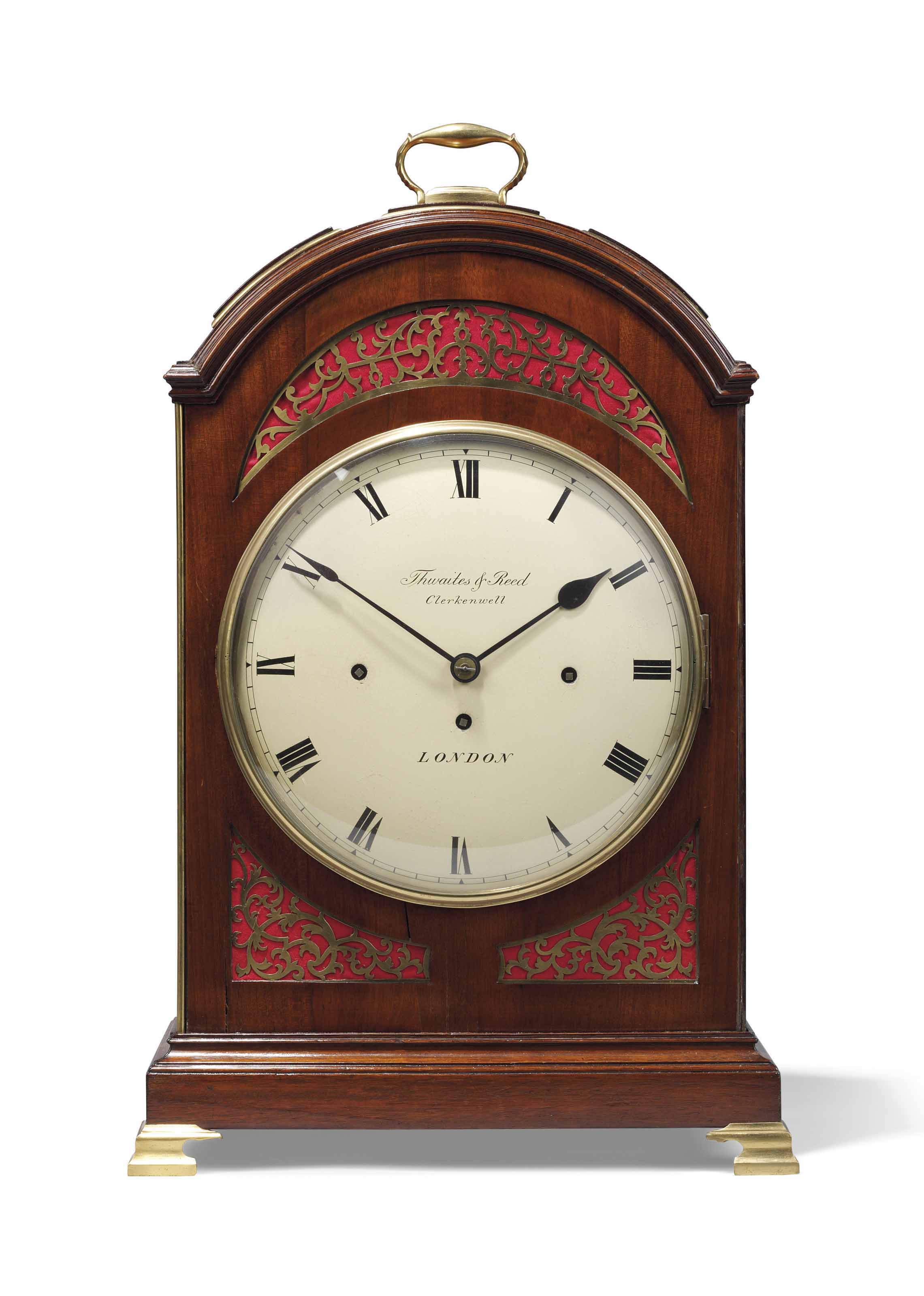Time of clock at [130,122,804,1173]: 1:50
